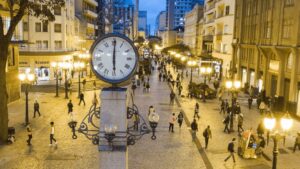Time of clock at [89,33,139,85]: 6:00
